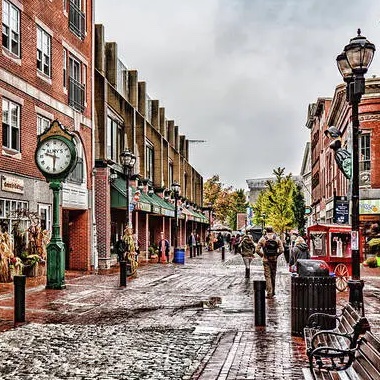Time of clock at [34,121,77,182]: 9:30
